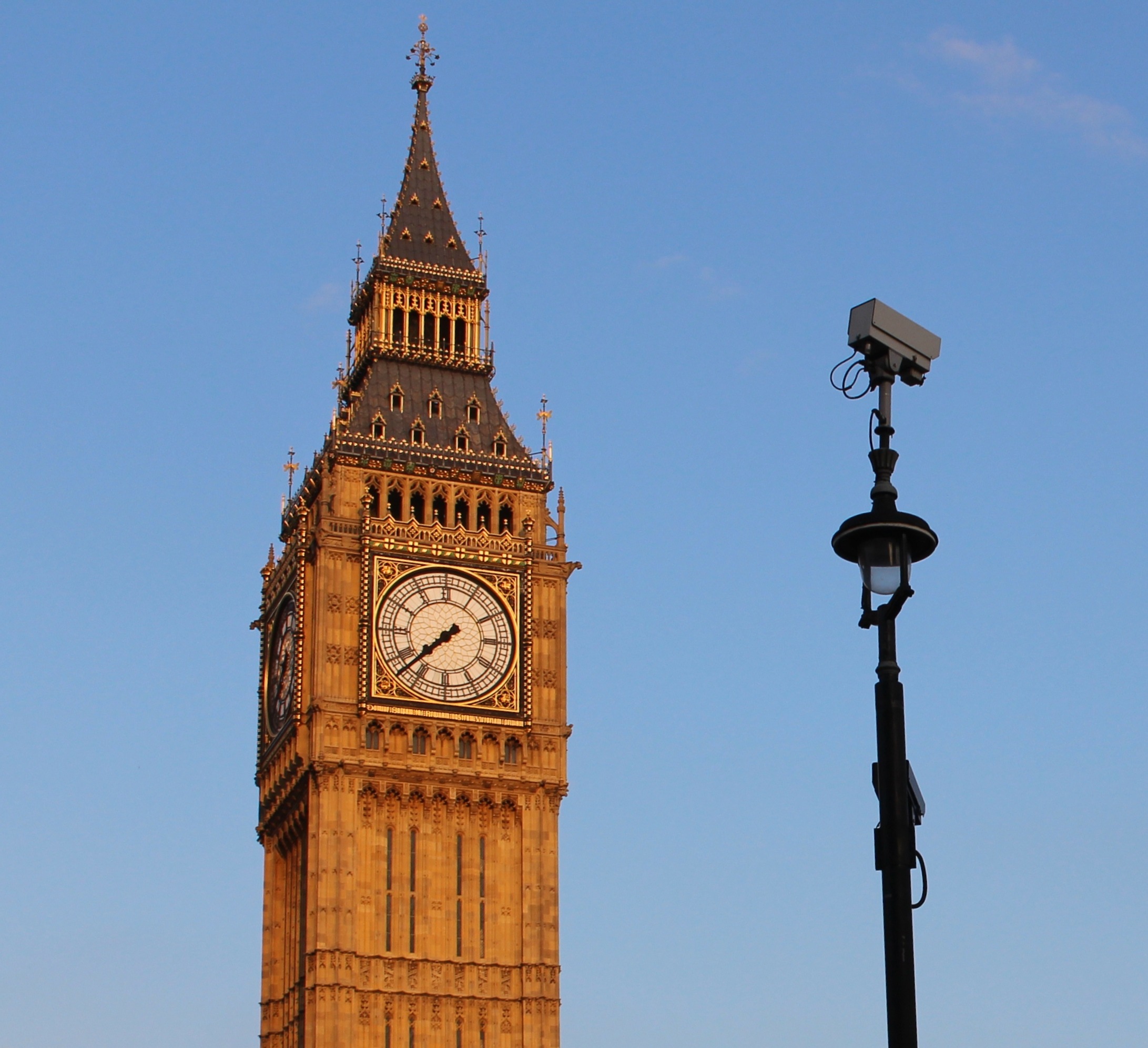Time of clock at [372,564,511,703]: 7:37
